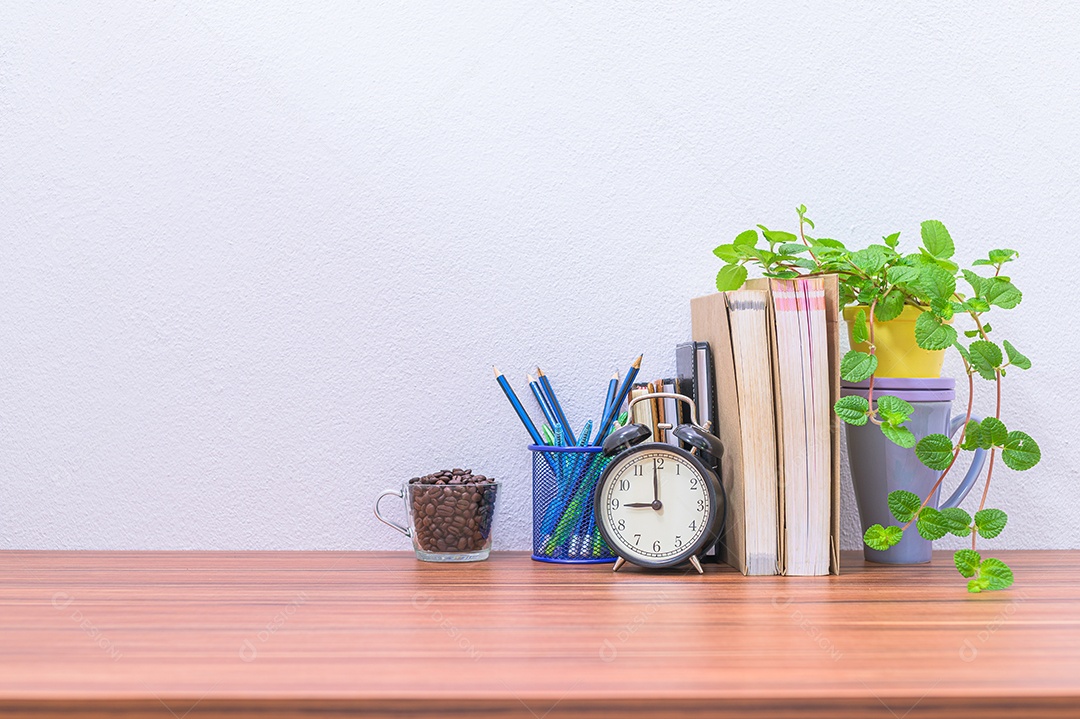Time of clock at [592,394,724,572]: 8:59
